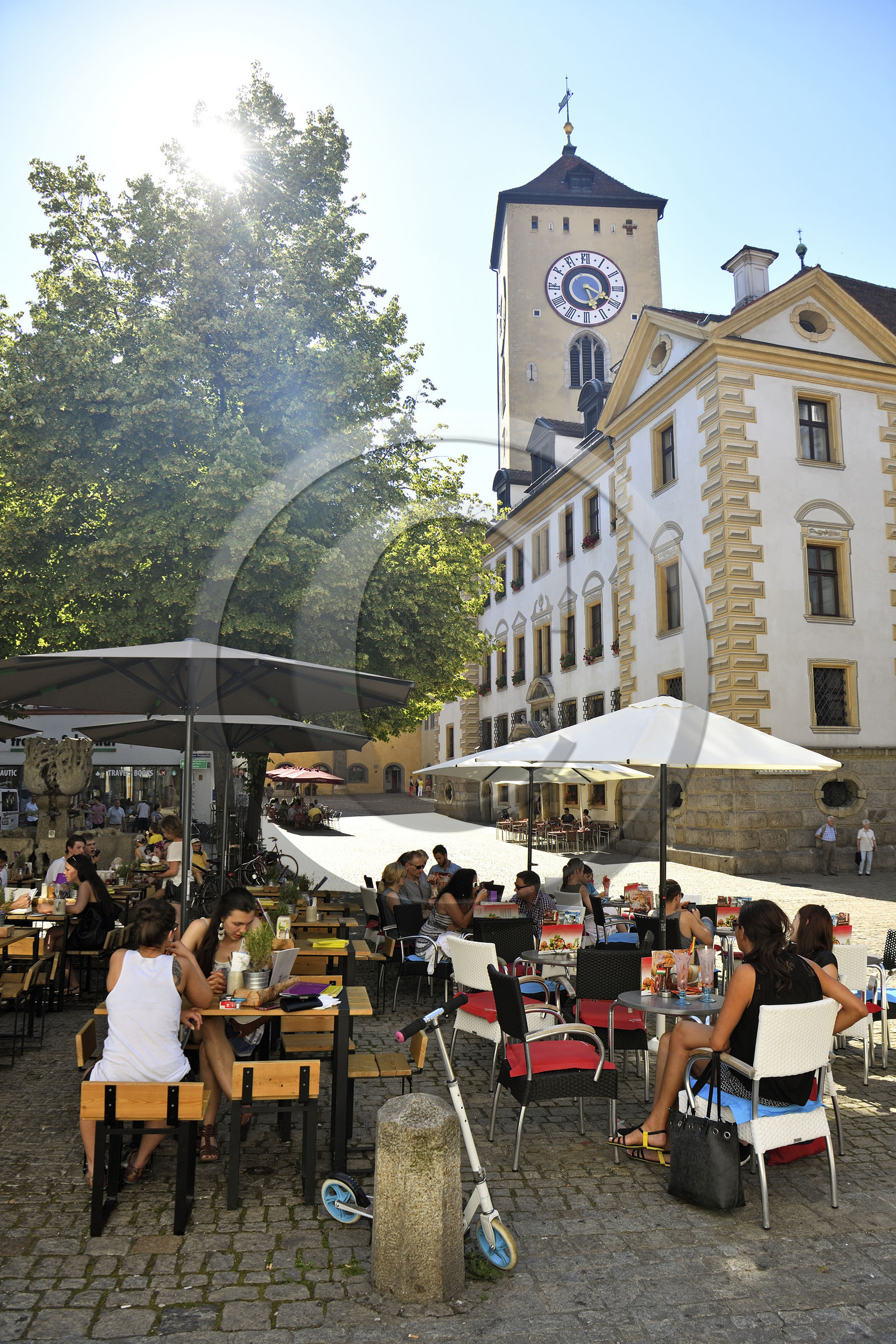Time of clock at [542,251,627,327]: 5:18
